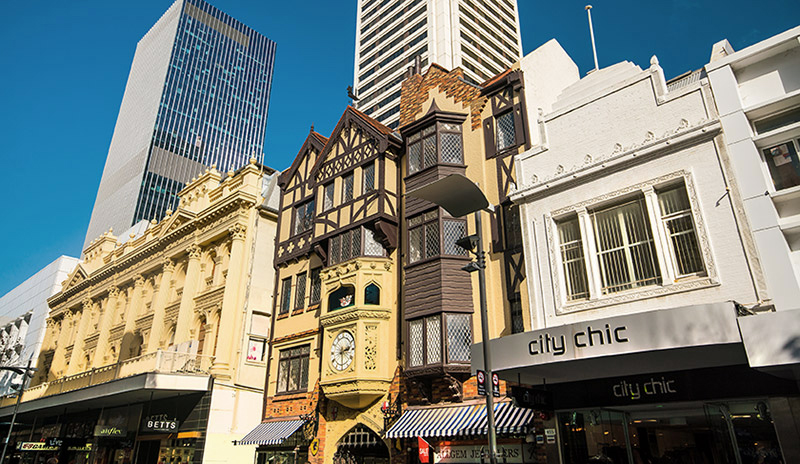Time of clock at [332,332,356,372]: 2:29
